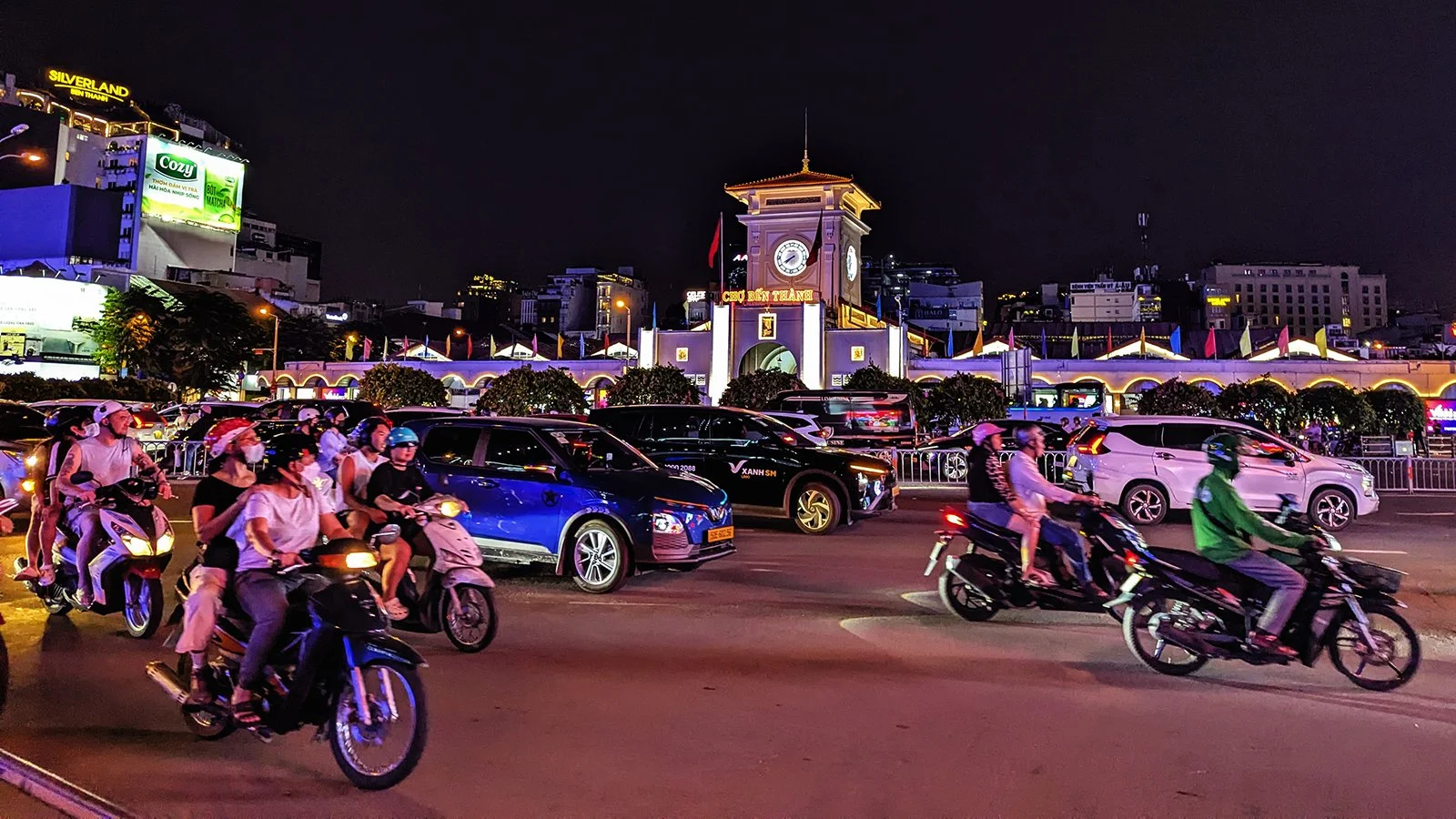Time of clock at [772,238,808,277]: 7:40
